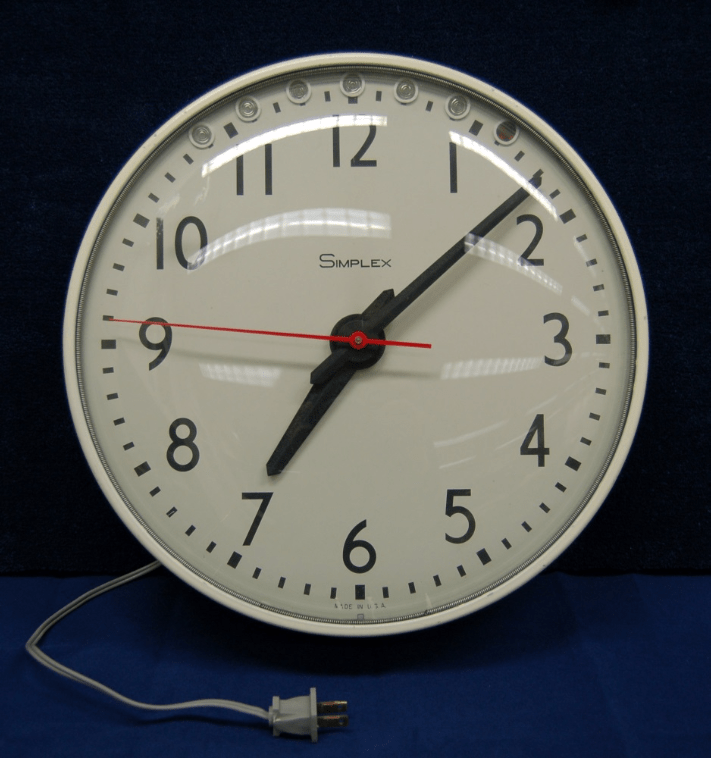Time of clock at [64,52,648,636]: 7:08
